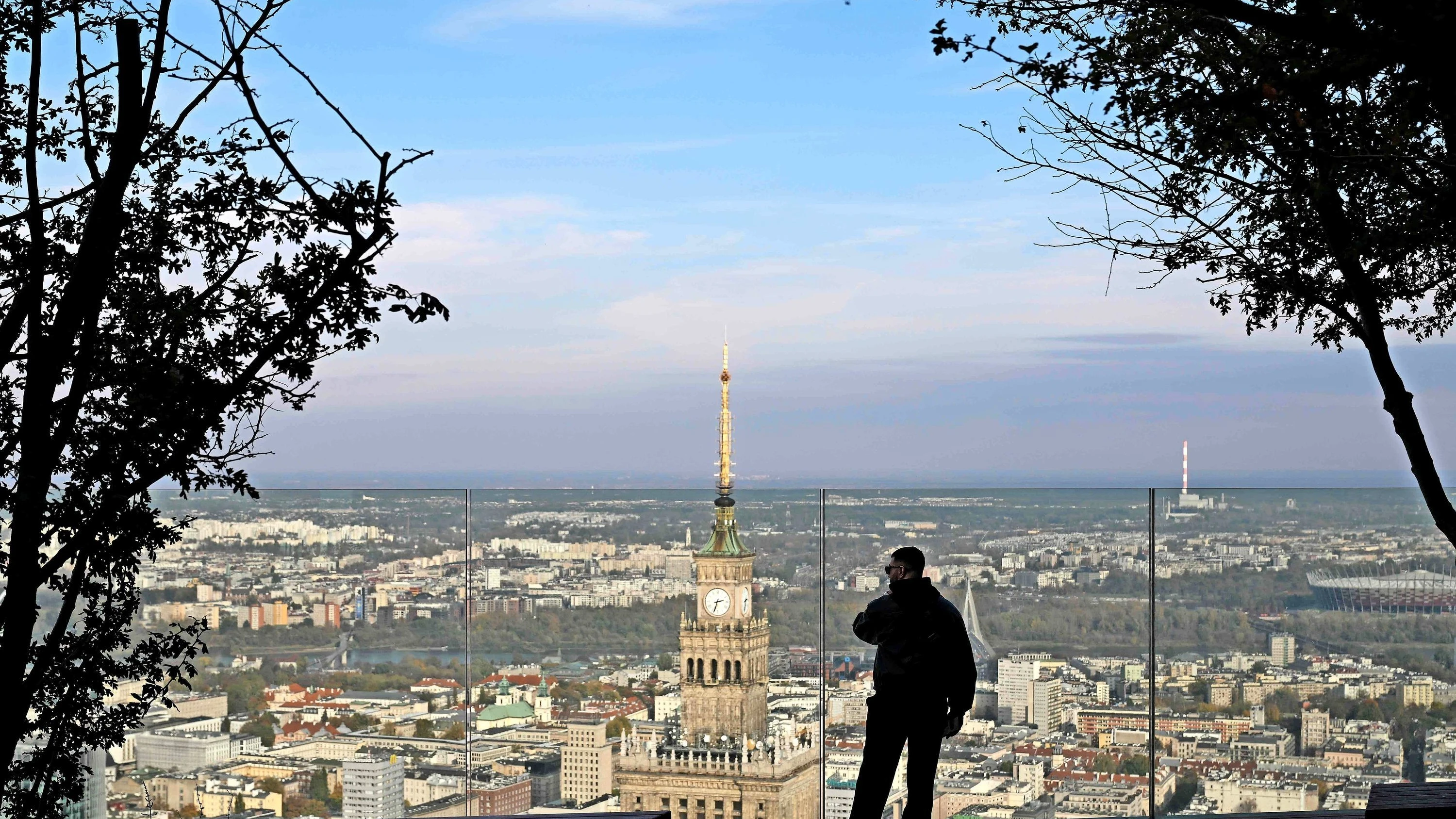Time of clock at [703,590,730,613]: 2:33
